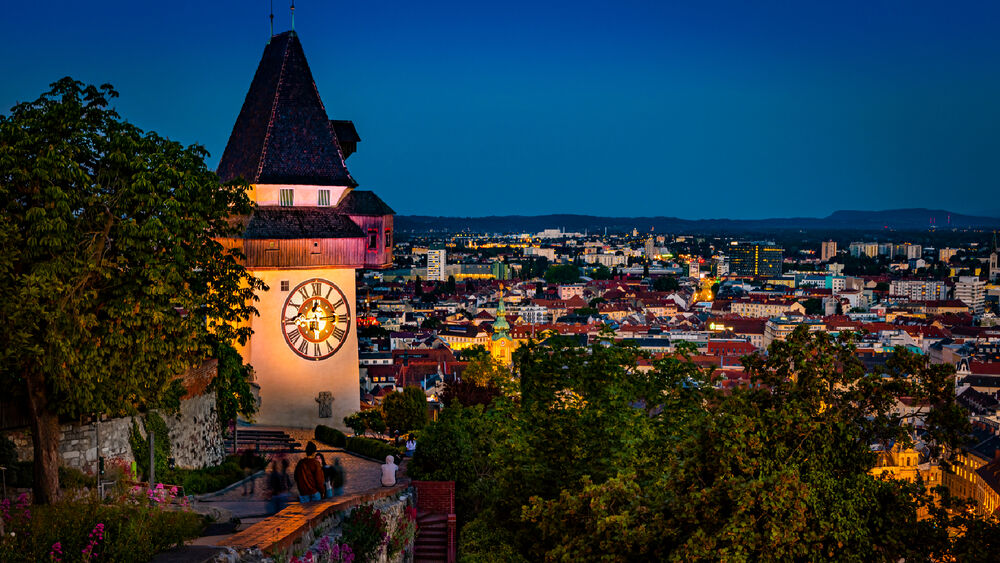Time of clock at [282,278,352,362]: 12:14
